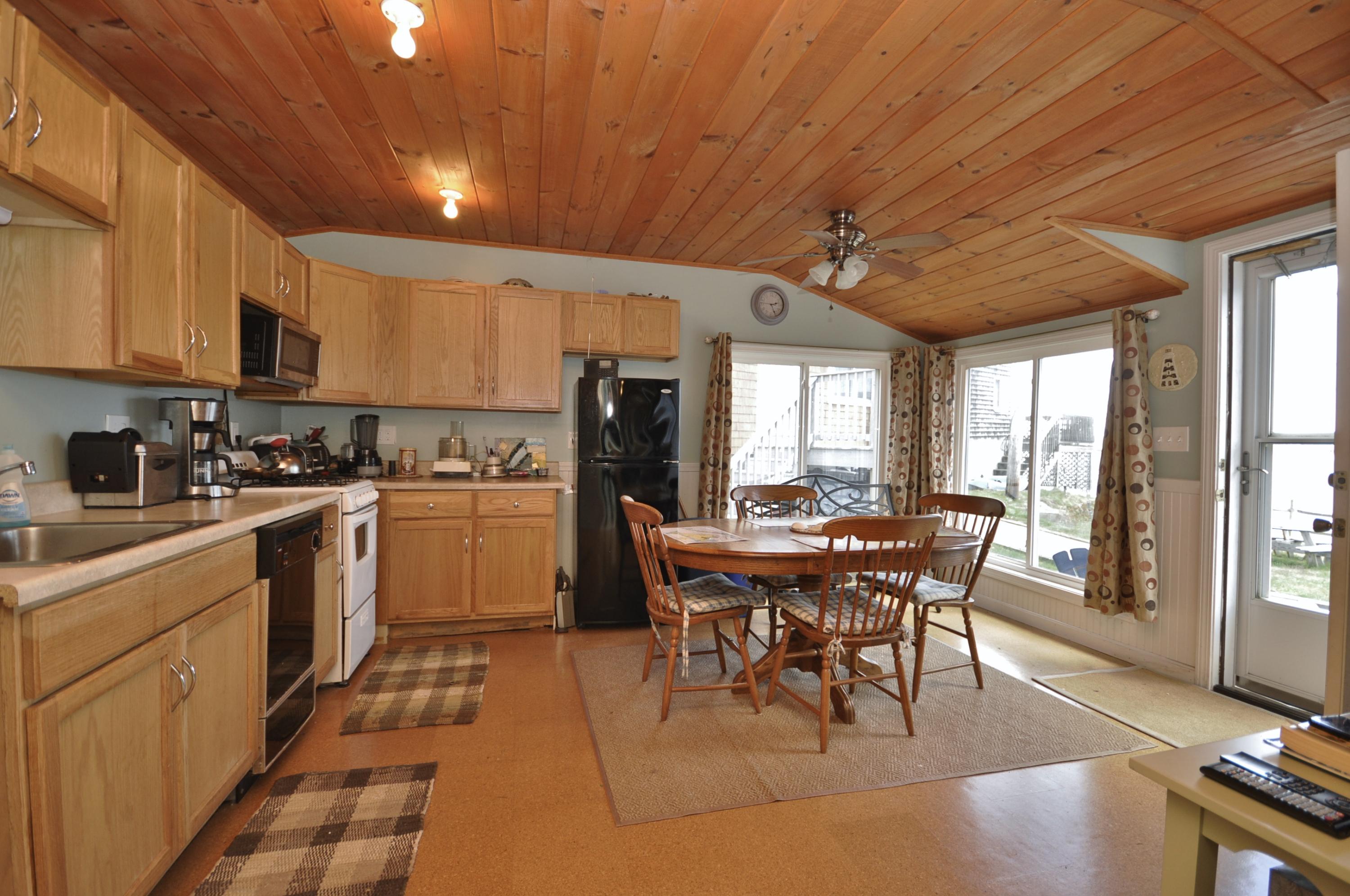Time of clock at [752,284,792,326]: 2:25
